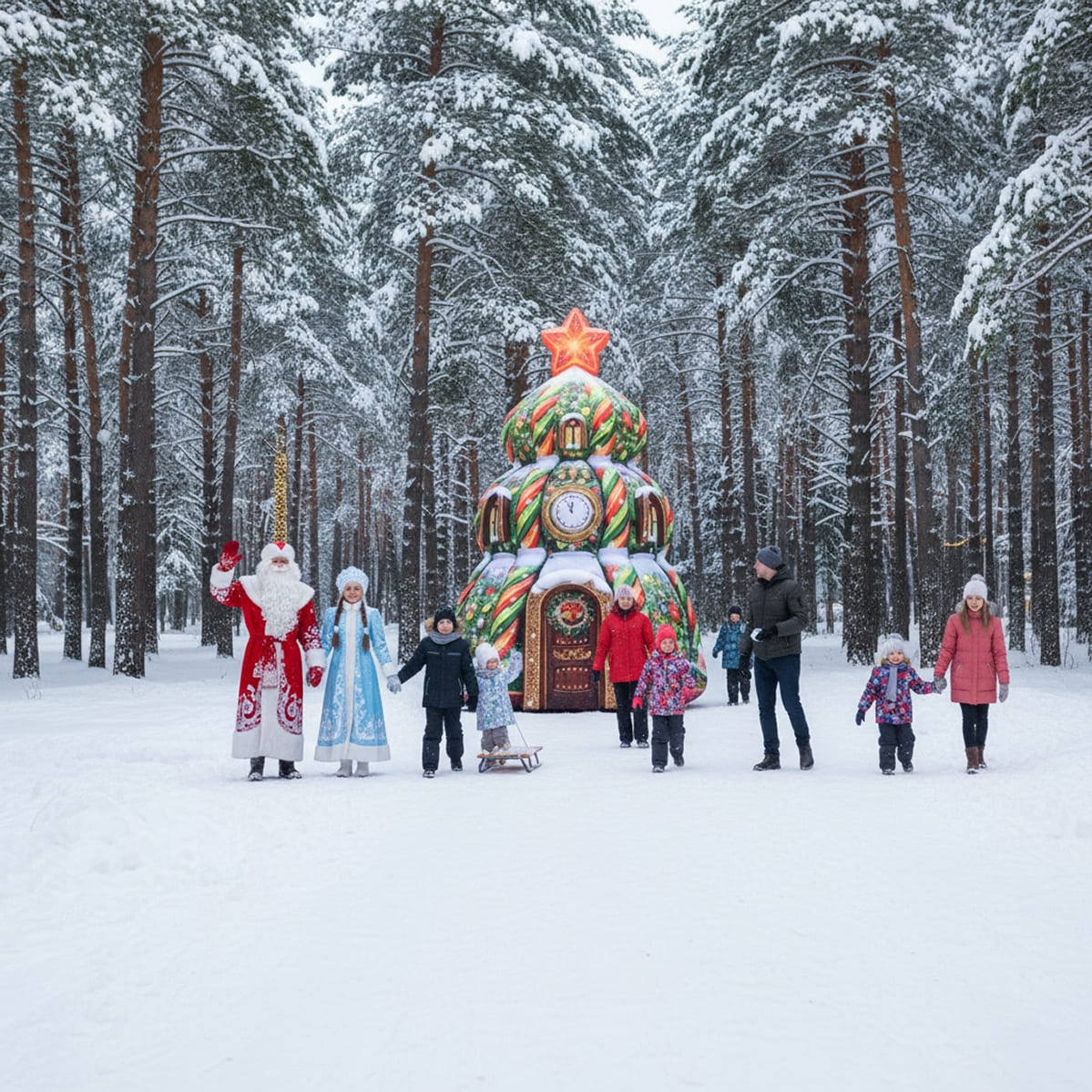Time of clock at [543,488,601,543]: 11:55
